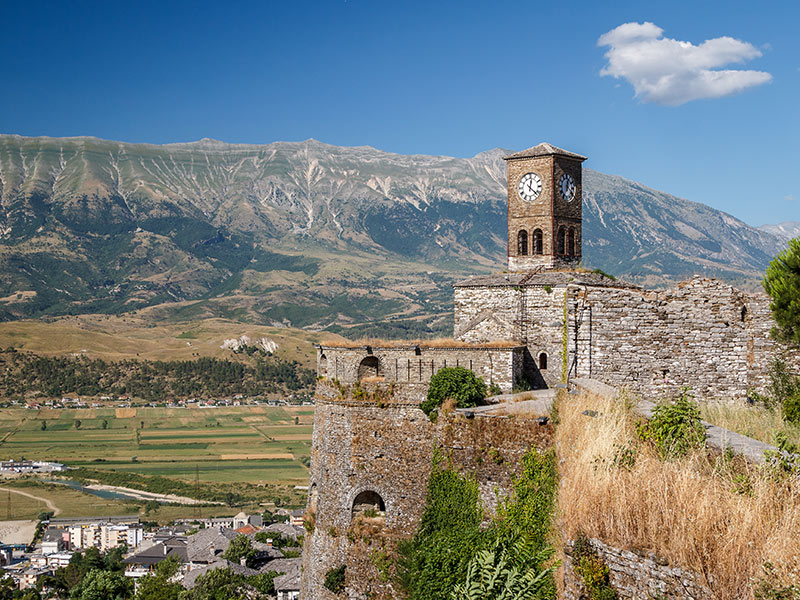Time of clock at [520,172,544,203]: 12:22
